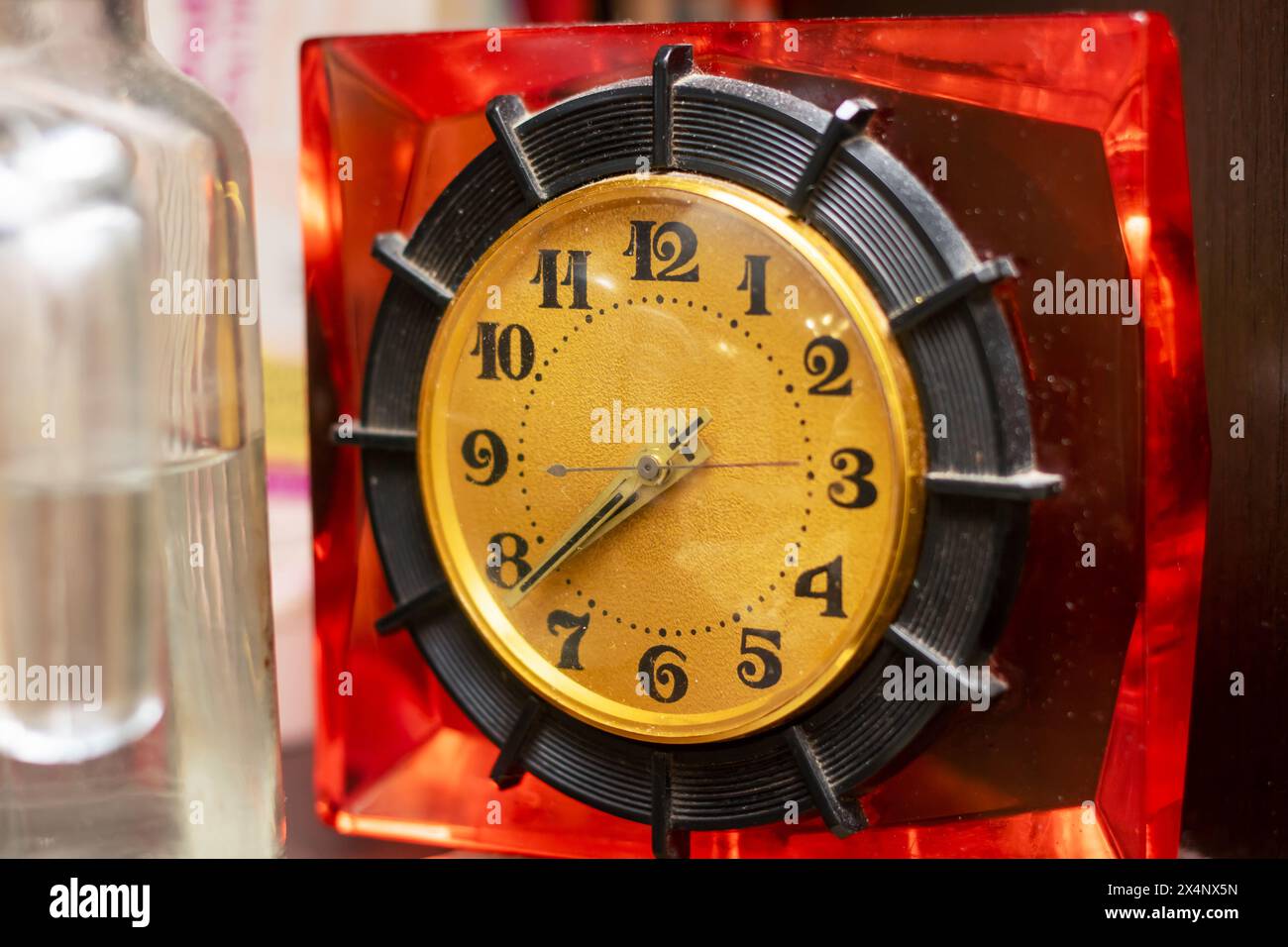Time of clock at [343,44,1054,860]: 8:38
